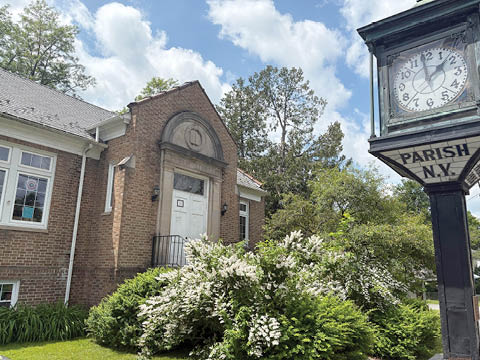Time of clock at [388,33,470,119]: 1:59
